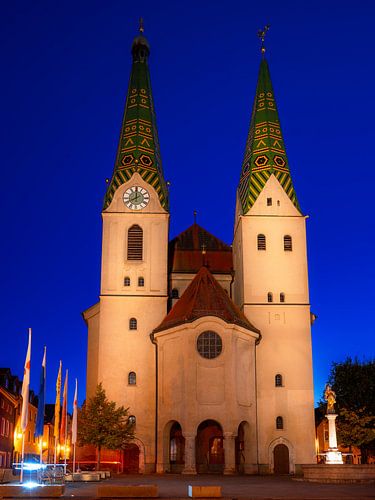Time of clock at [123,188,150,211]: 7:59
